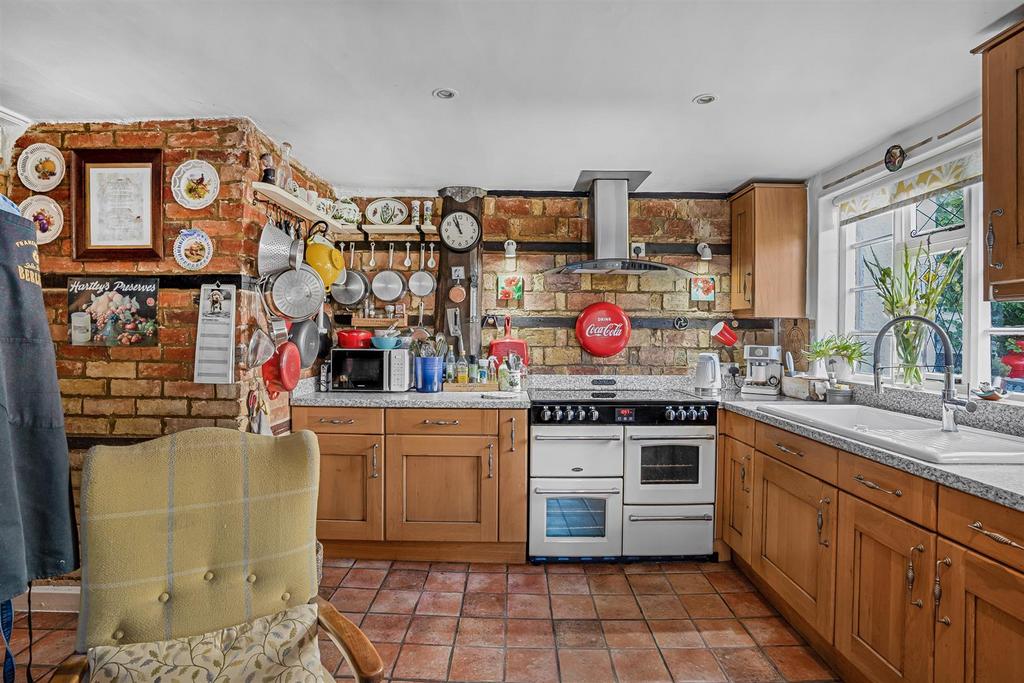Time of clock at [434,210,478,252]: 10:57
